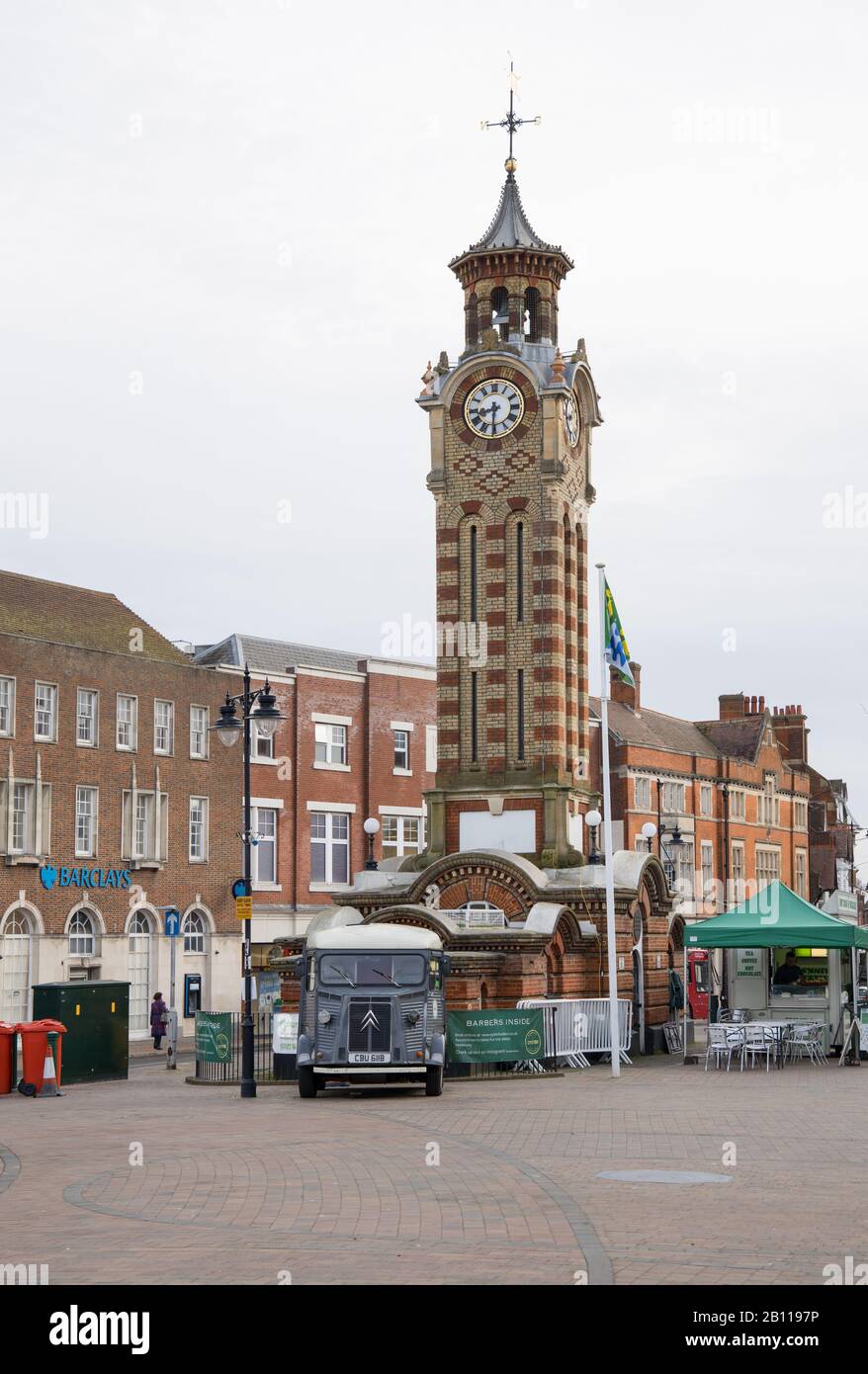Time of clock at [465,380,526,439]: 8:30
